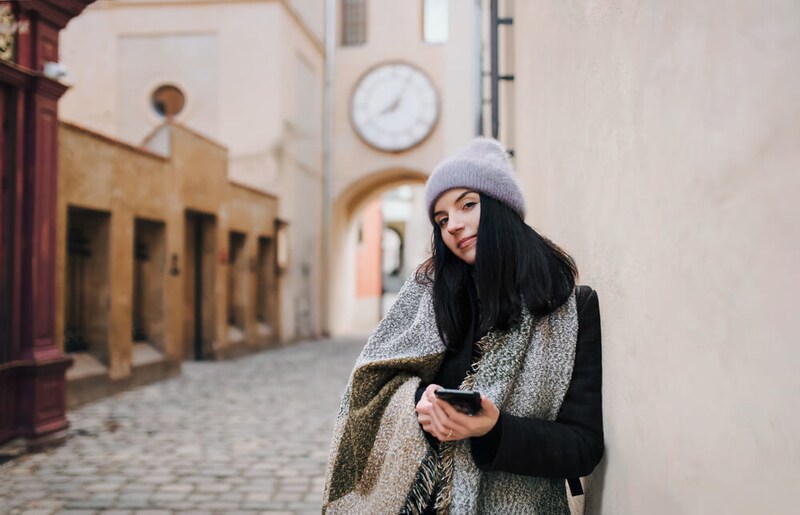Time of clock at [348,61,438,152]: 8:04
